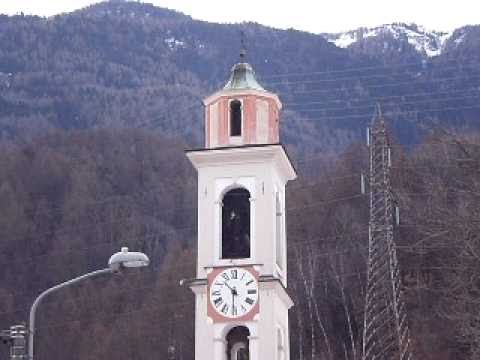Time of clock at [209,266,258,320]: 10:30
